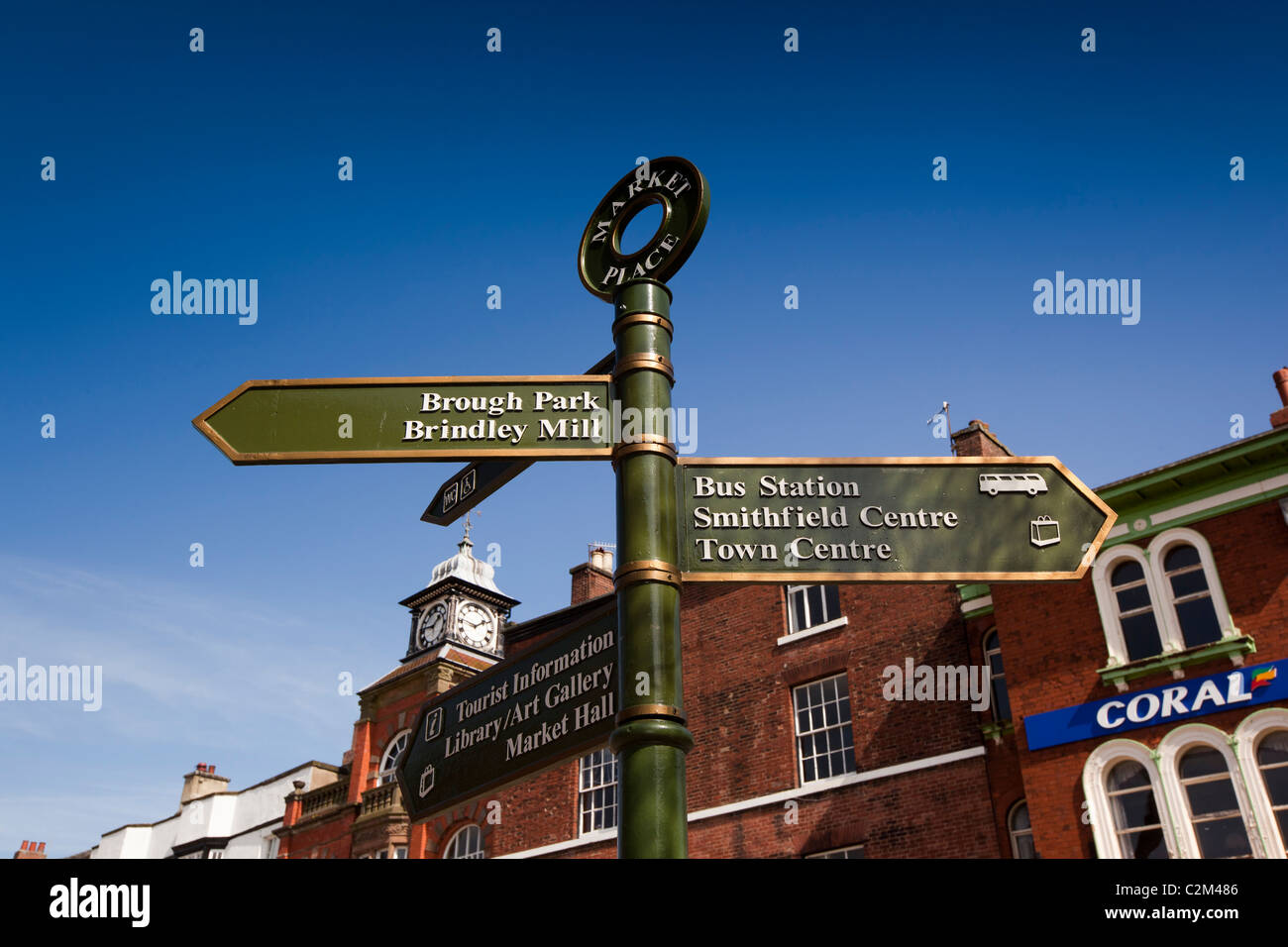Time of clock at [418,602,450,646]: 1:46
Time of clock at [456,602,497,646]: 1:46
